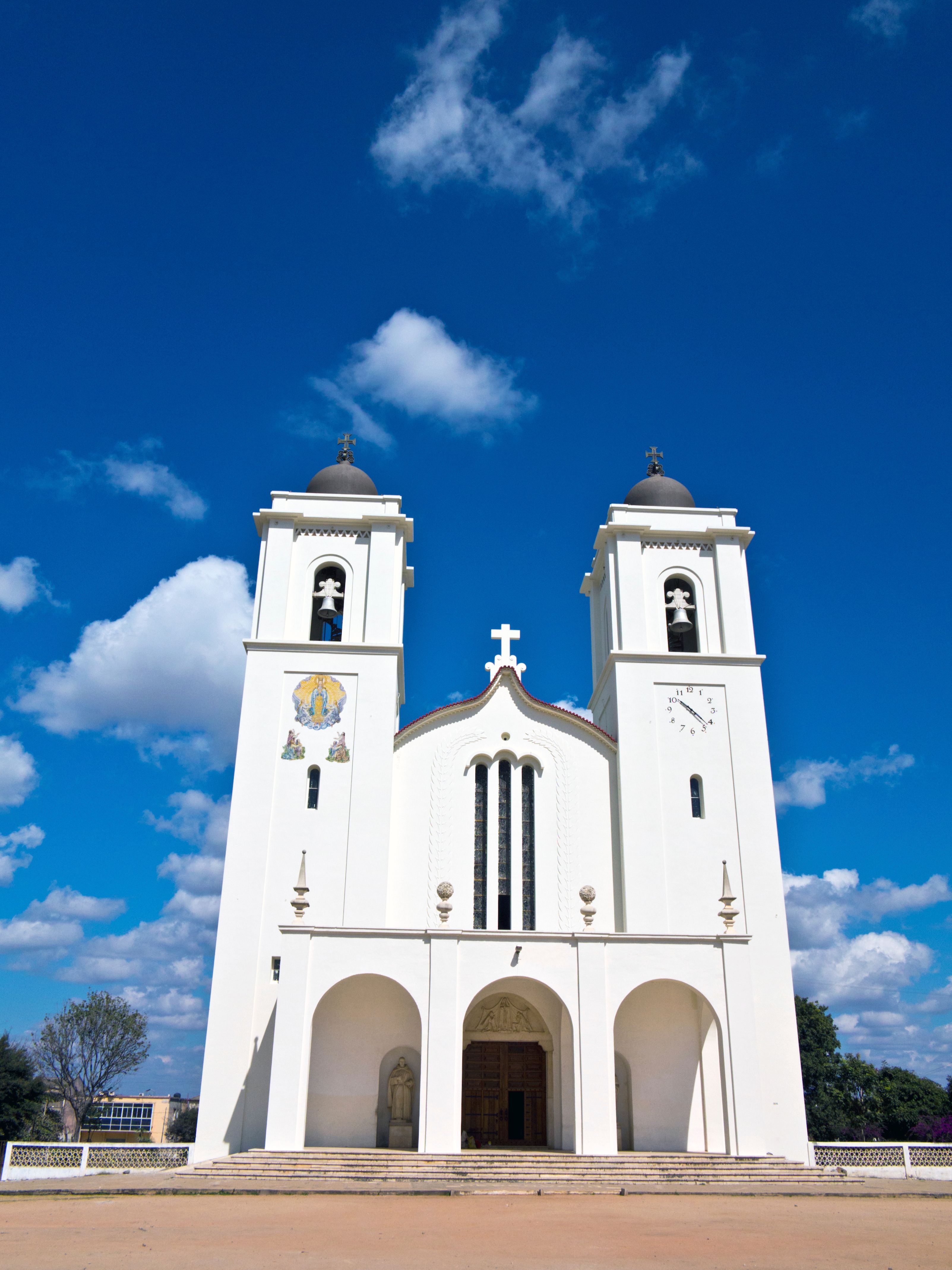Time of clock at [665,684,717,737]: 10:22
